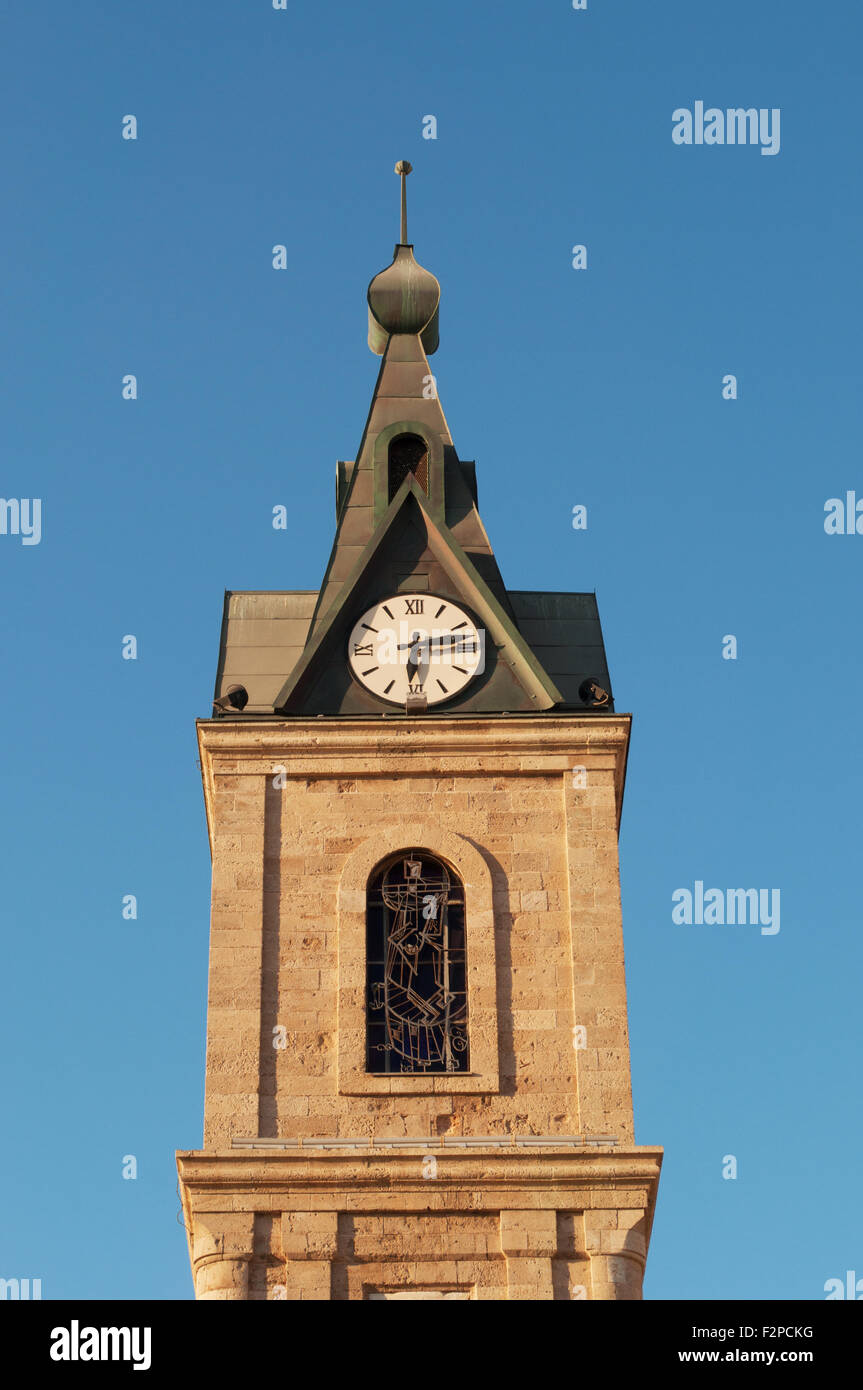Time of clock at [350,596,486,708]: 6:13
